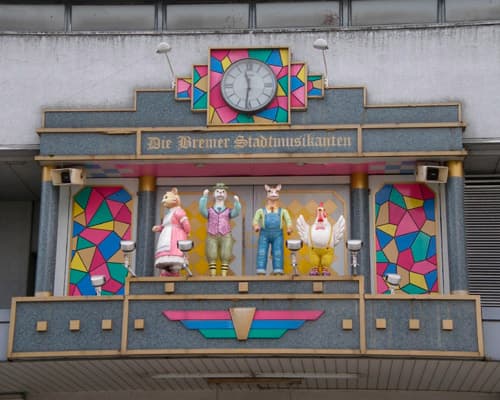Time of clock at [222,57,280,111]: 11:31
